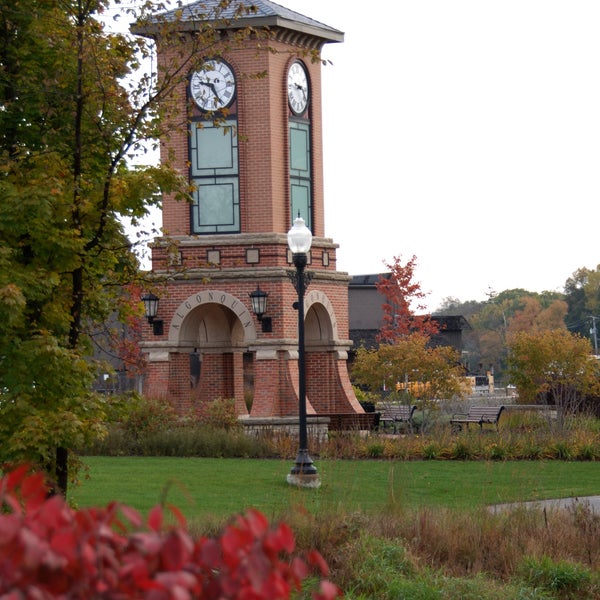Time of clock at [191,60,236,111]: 9:25
